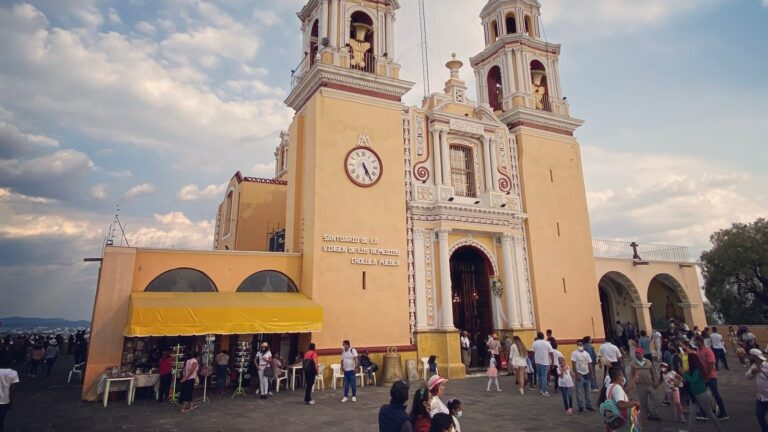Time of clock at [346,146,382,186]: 5:24
